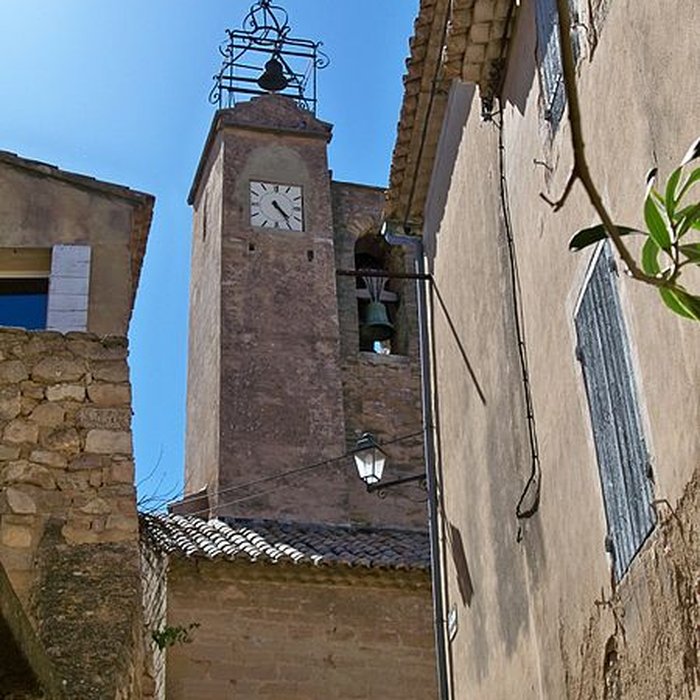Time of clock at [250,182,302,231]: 4:24
